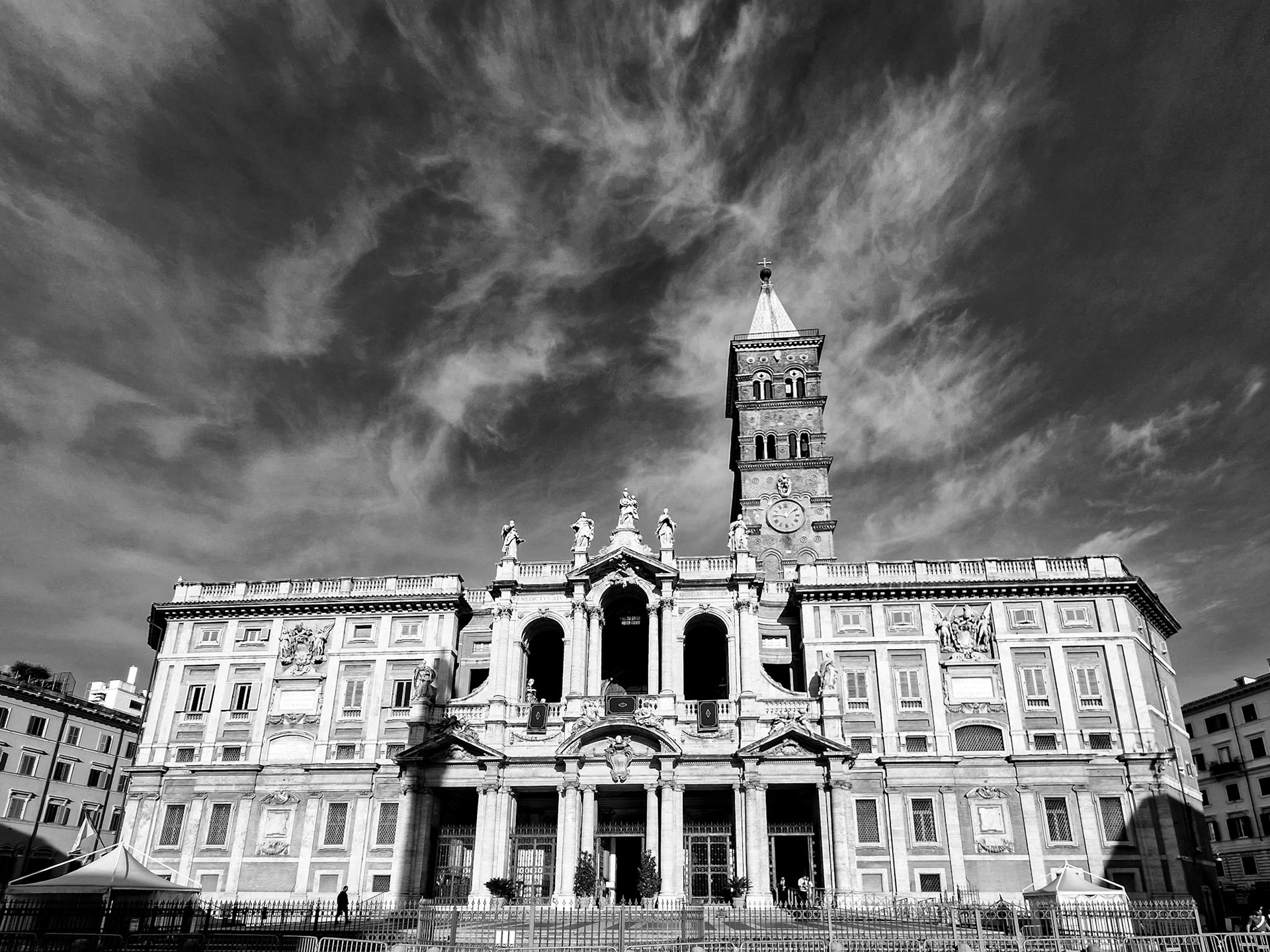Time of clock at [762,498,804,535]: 1:46
